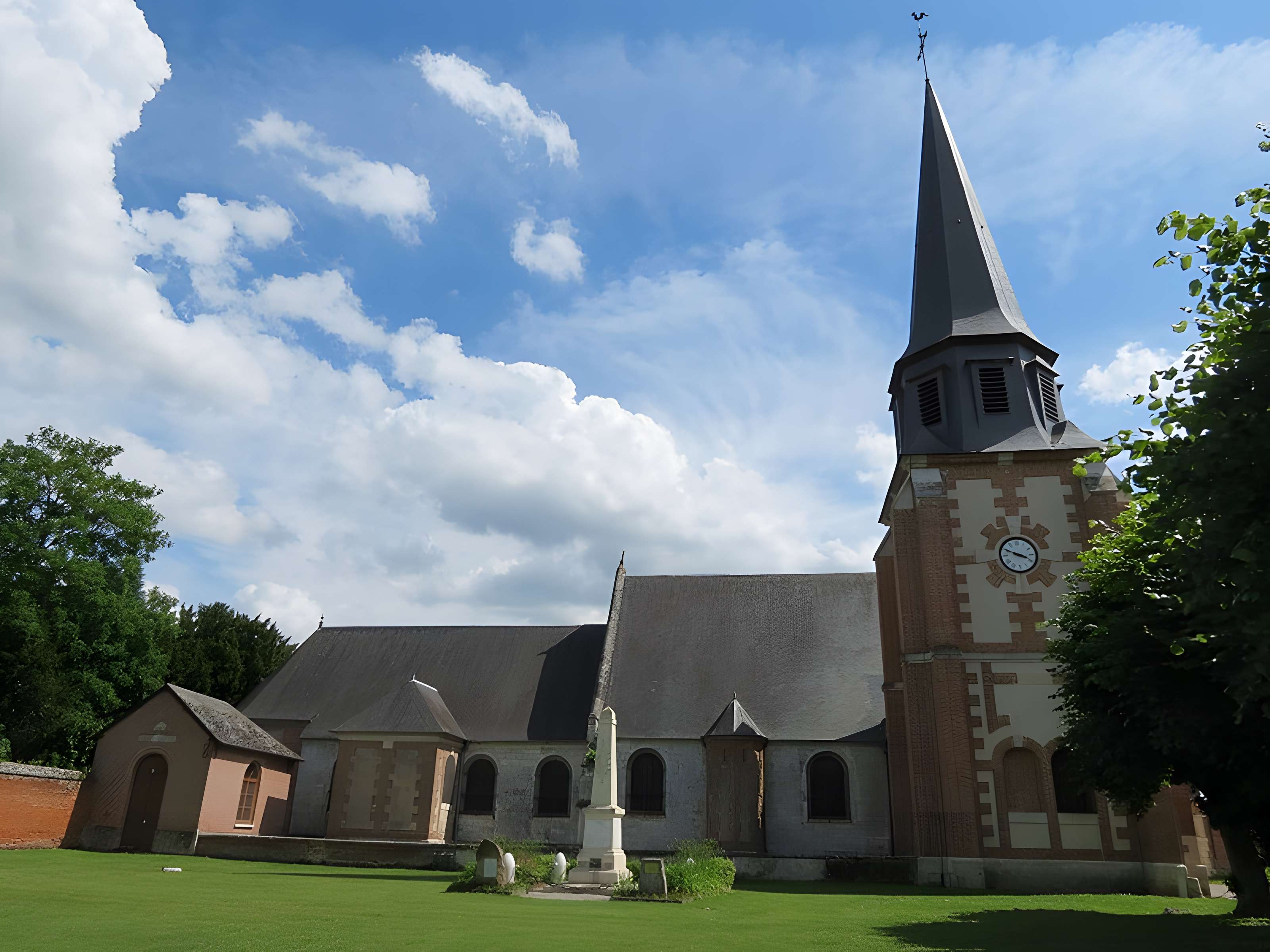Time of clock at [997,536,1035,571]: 3:49
